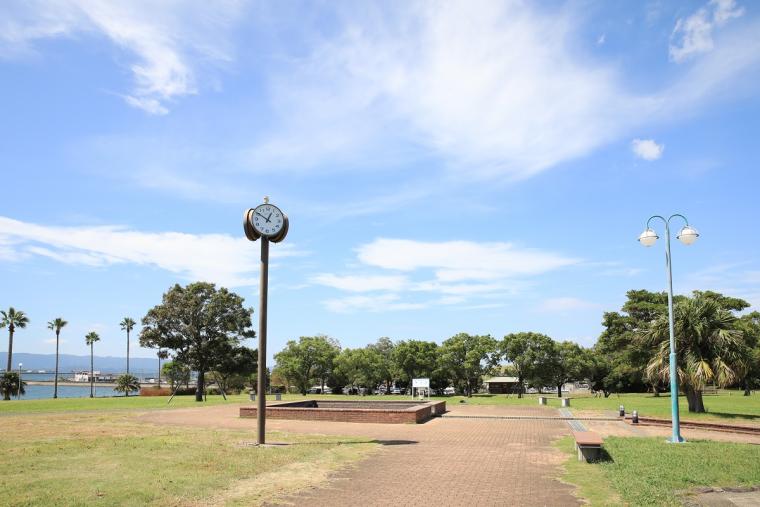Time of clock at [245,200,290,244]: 12:50
